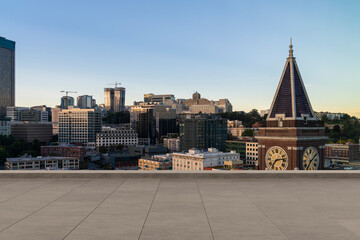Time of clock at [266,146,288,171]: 7:13
